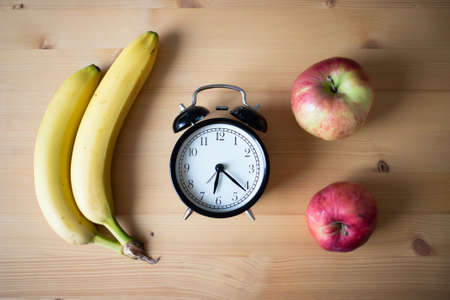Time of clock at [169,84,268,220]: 6:21
